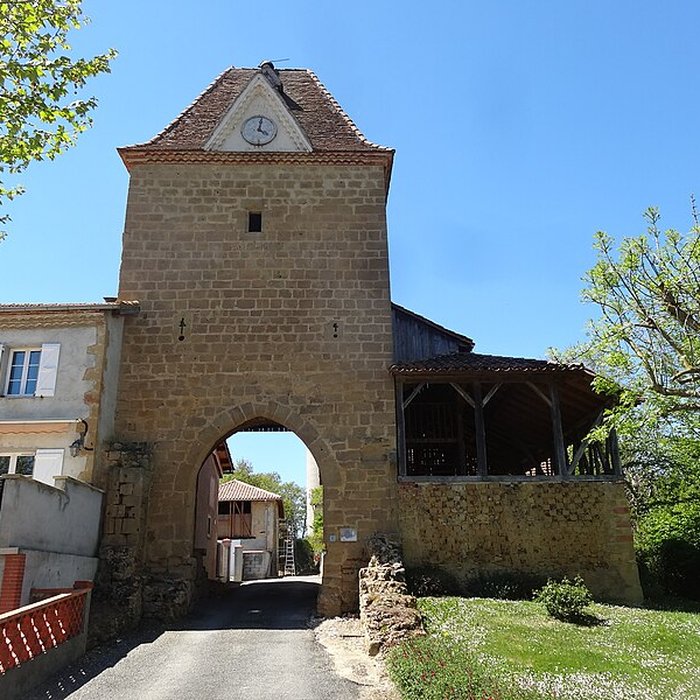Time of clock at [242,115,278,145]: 4:02
